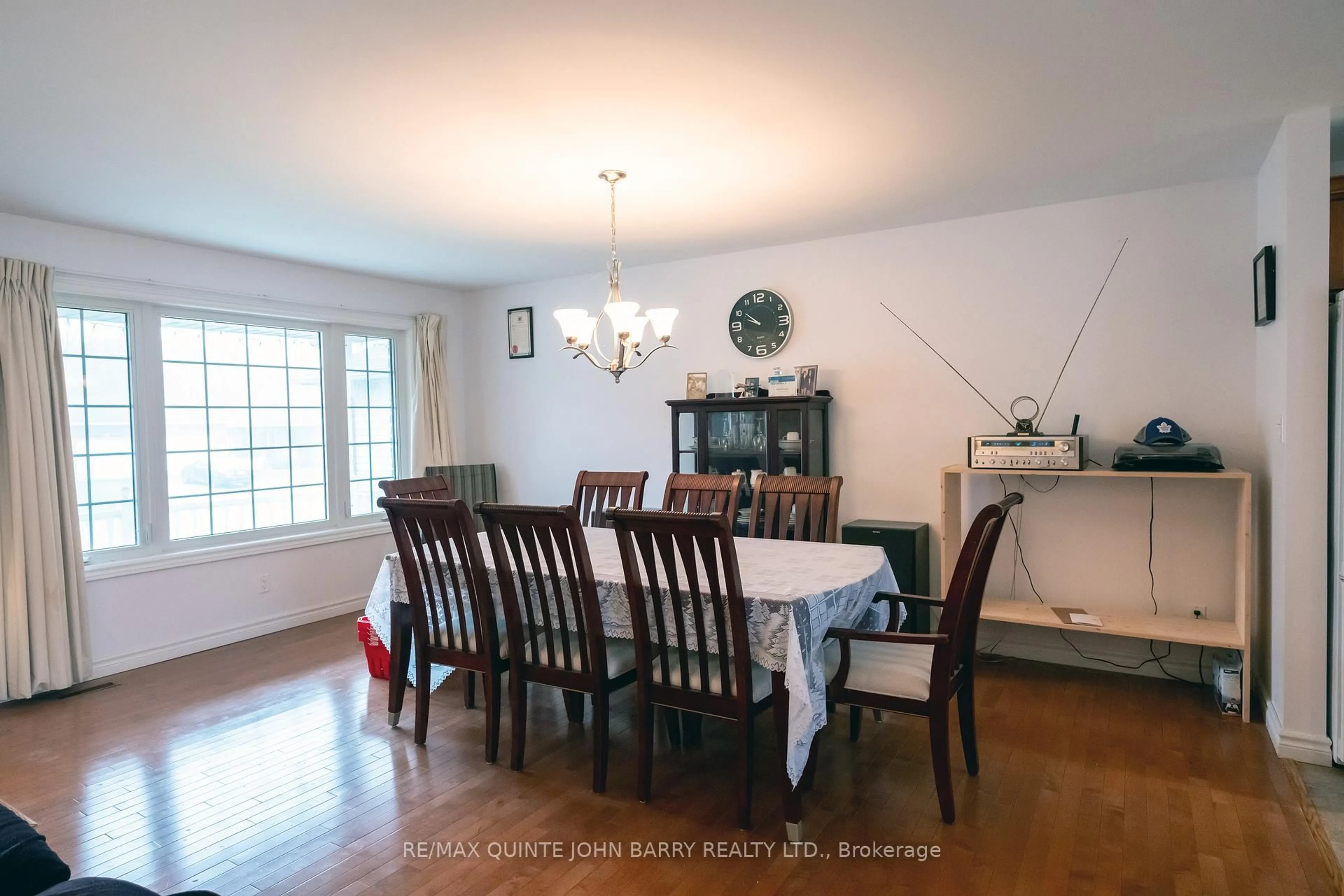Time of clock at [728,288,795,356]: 9:51
